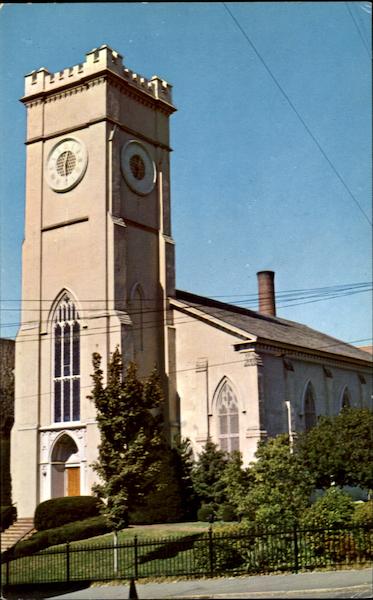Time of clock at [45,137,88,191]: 12:29
